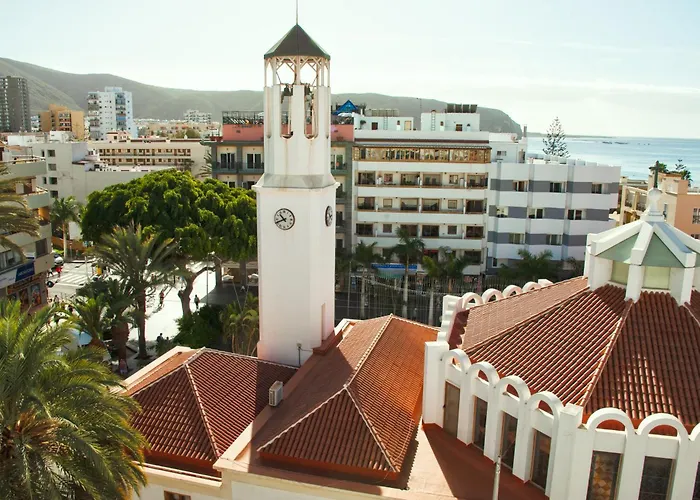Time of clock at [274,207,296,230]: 10:41
